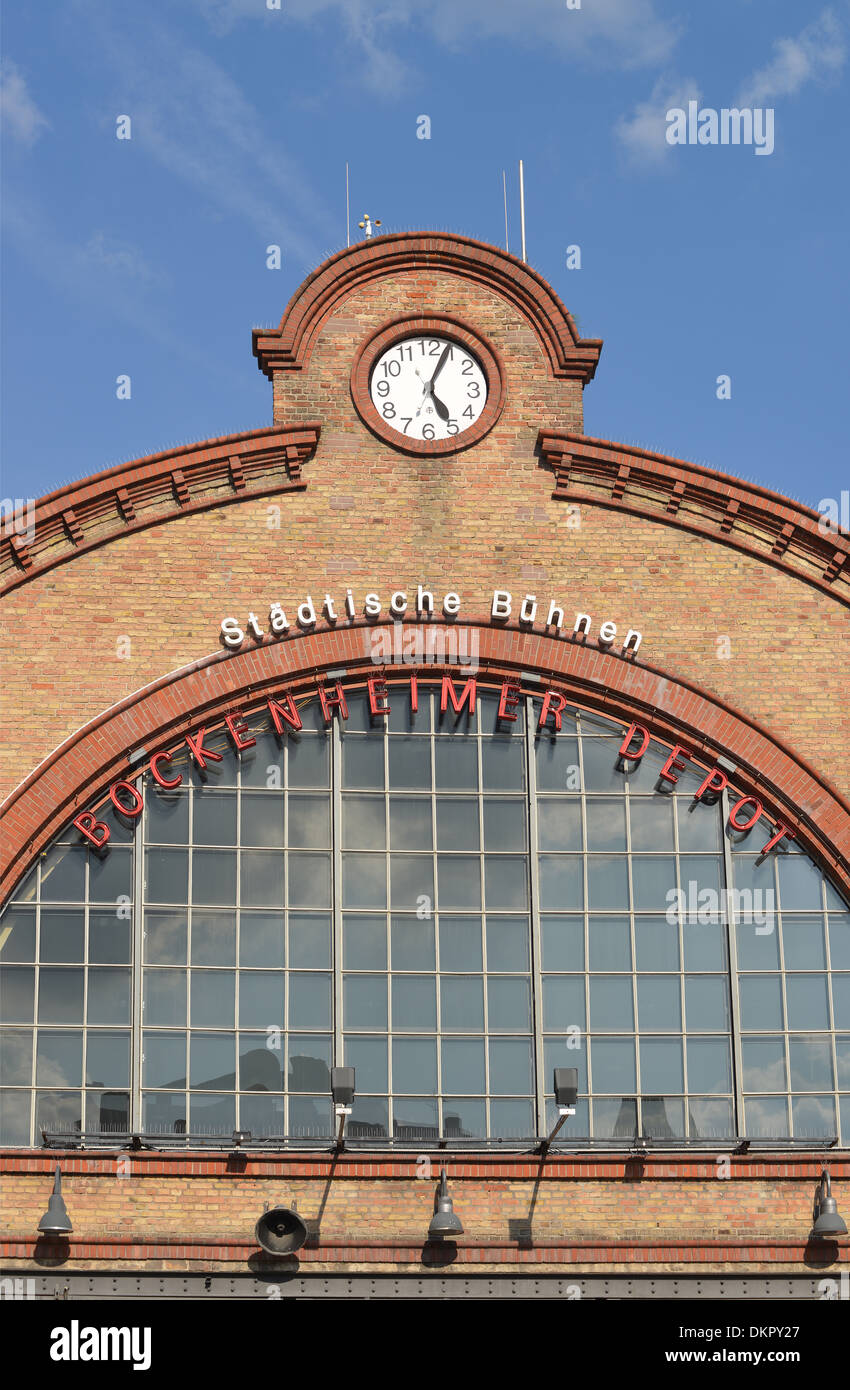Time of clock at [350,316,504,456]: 5:04
